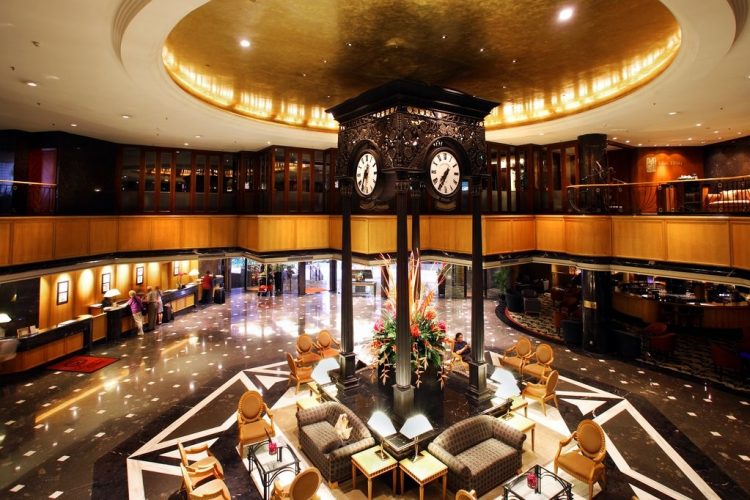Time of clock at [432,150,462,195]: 7:35
